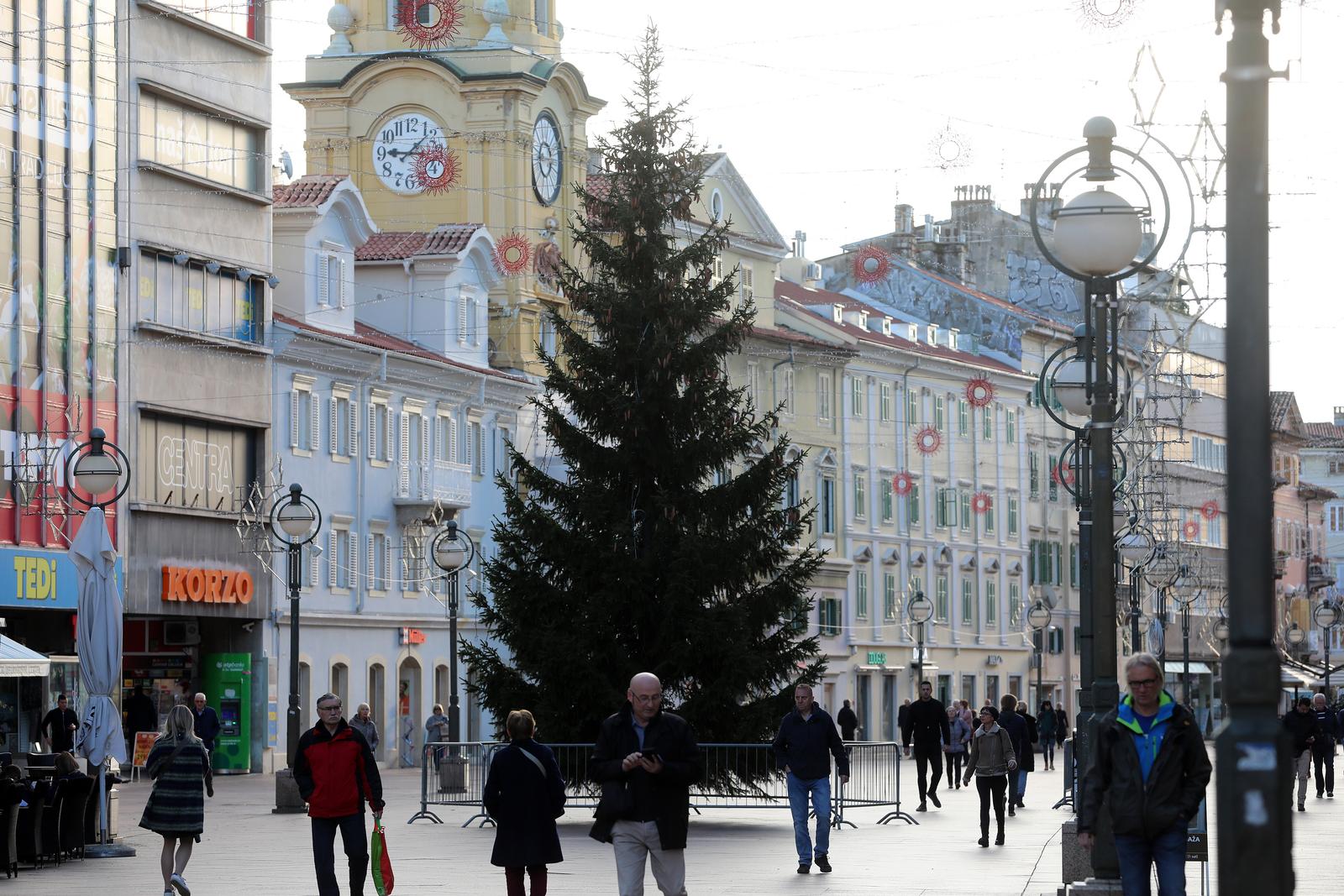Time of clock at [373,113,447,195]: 9:08
